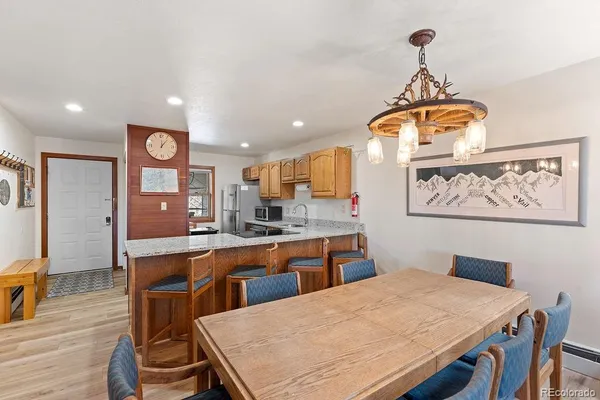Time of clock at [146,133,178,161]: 12:06
